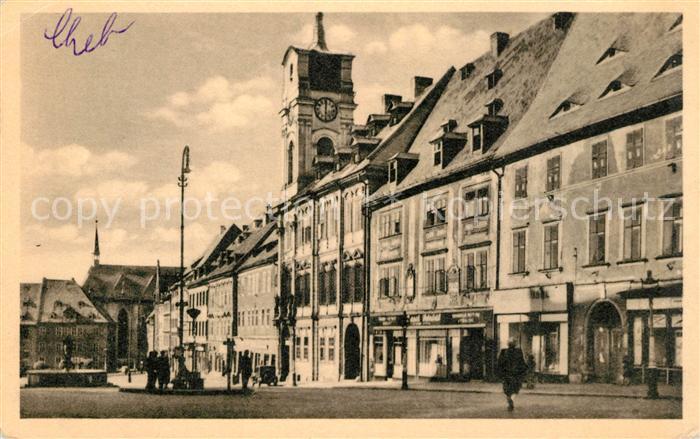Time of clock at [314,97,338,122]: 6:00
